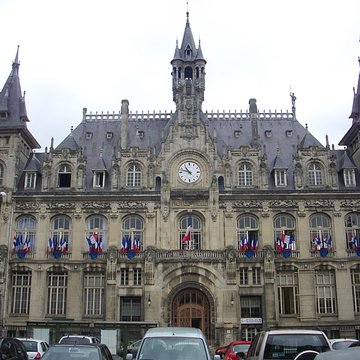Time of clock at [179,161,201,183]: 10:47
